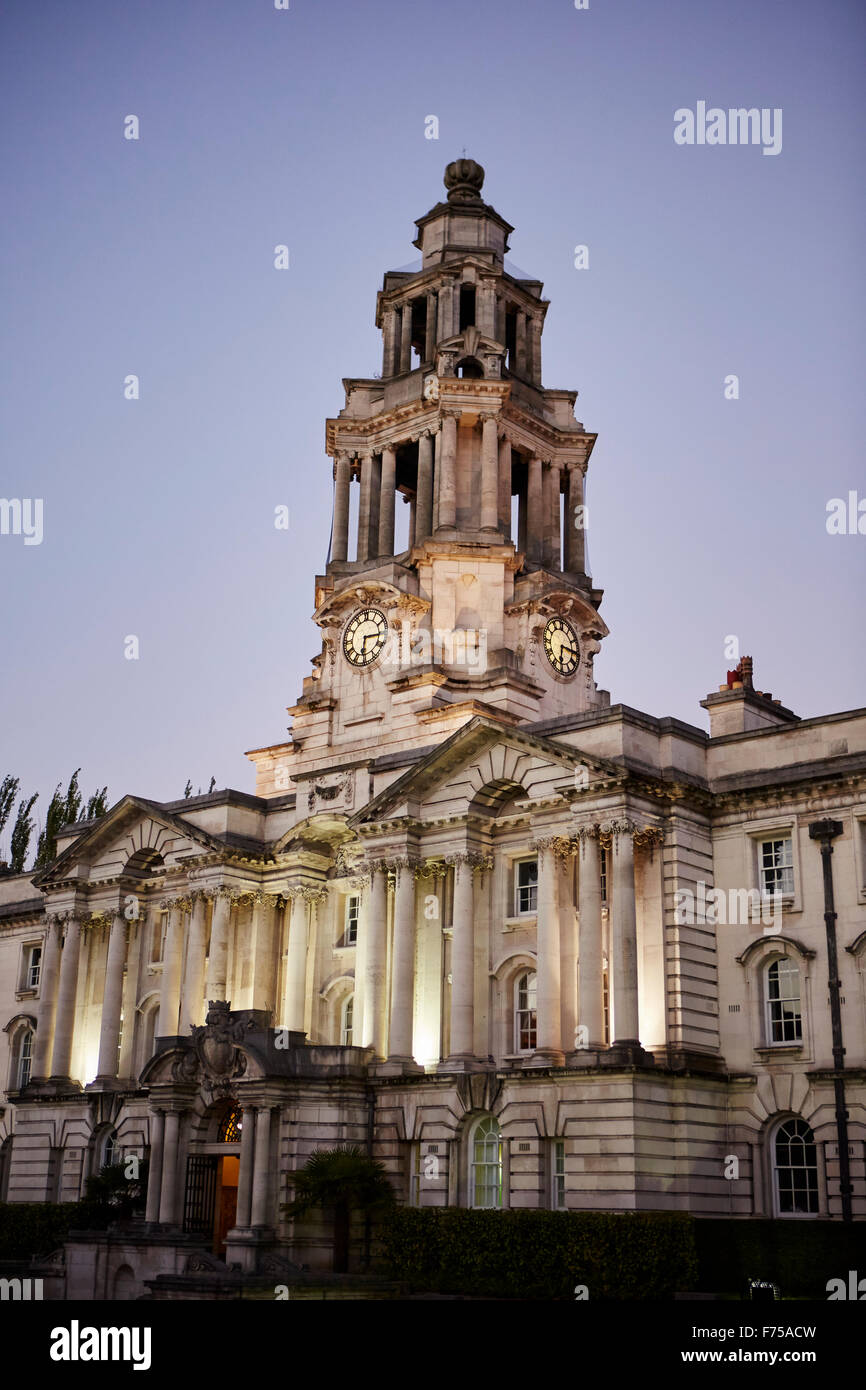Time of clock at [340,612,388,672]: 6:15
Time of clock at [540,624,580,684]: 6:15
